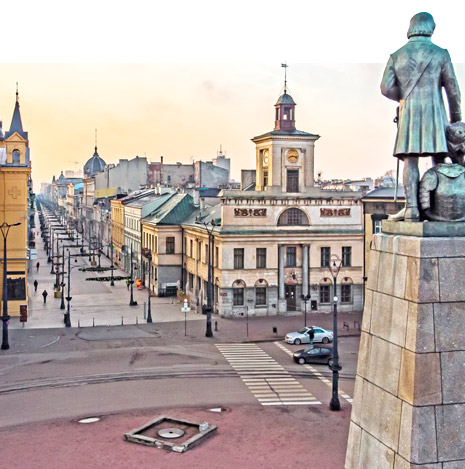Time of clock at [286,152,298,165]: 8:16
